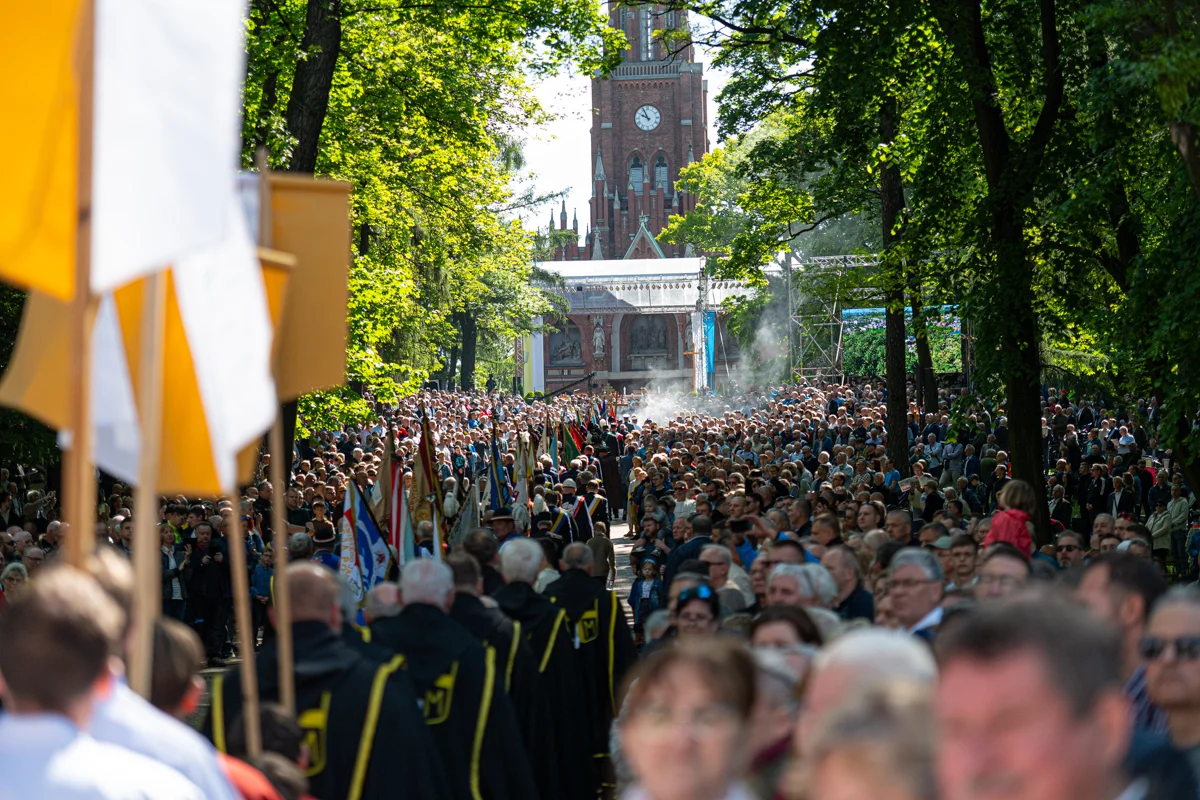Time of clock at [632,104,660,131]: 9:55
